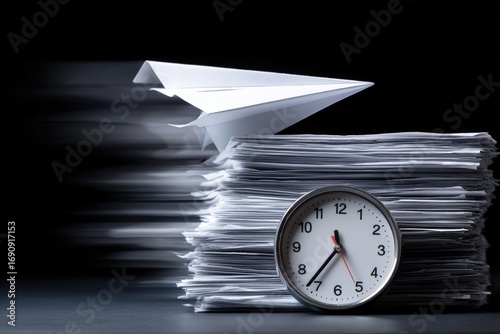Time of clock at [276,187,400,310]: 11:36
